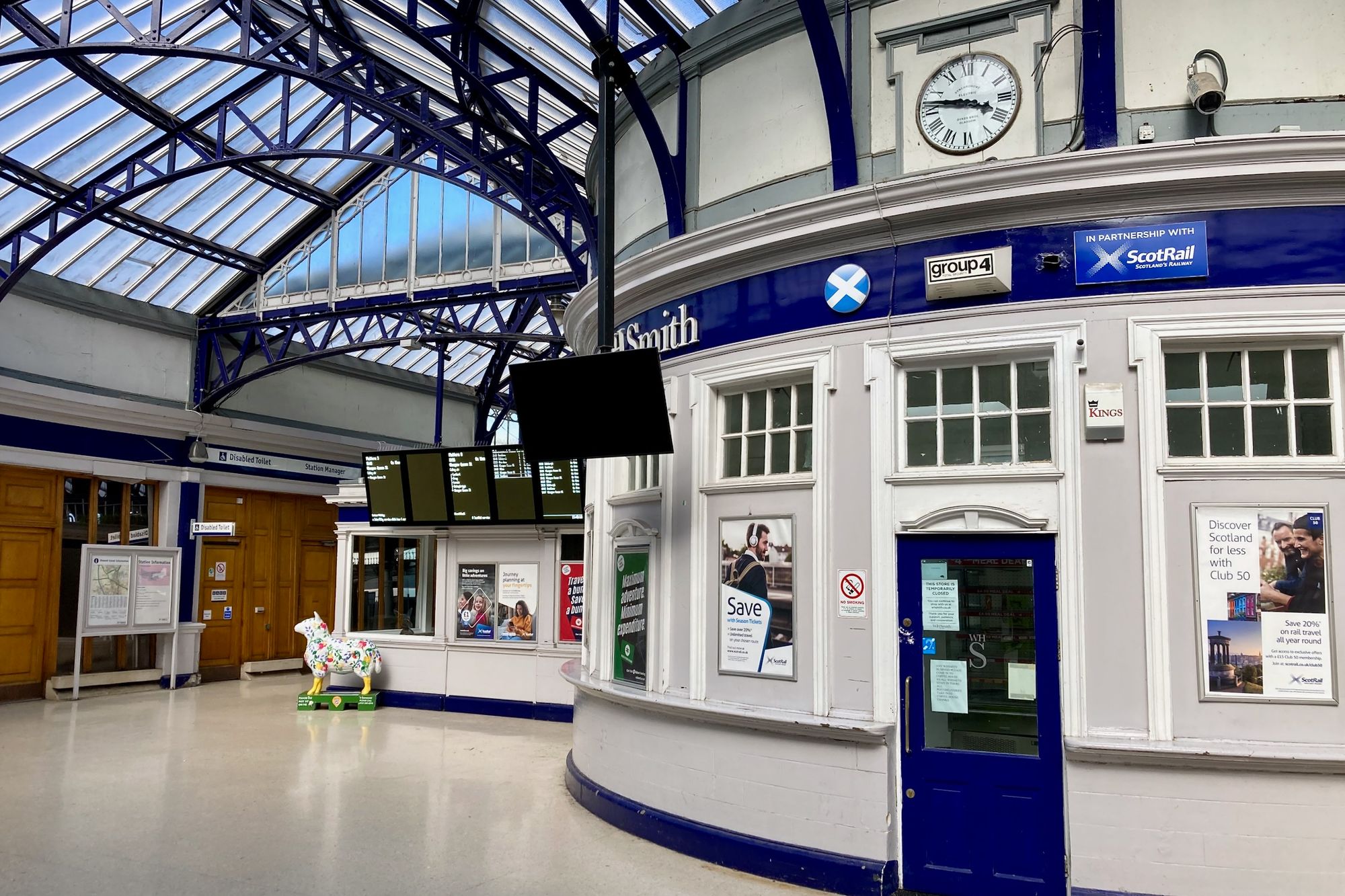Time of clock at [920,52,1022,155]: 3:46
